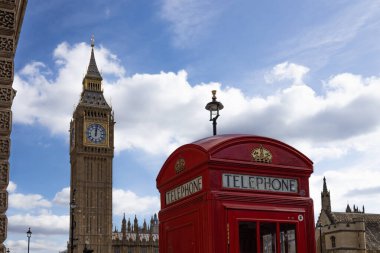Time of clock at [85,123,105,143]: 12:01
